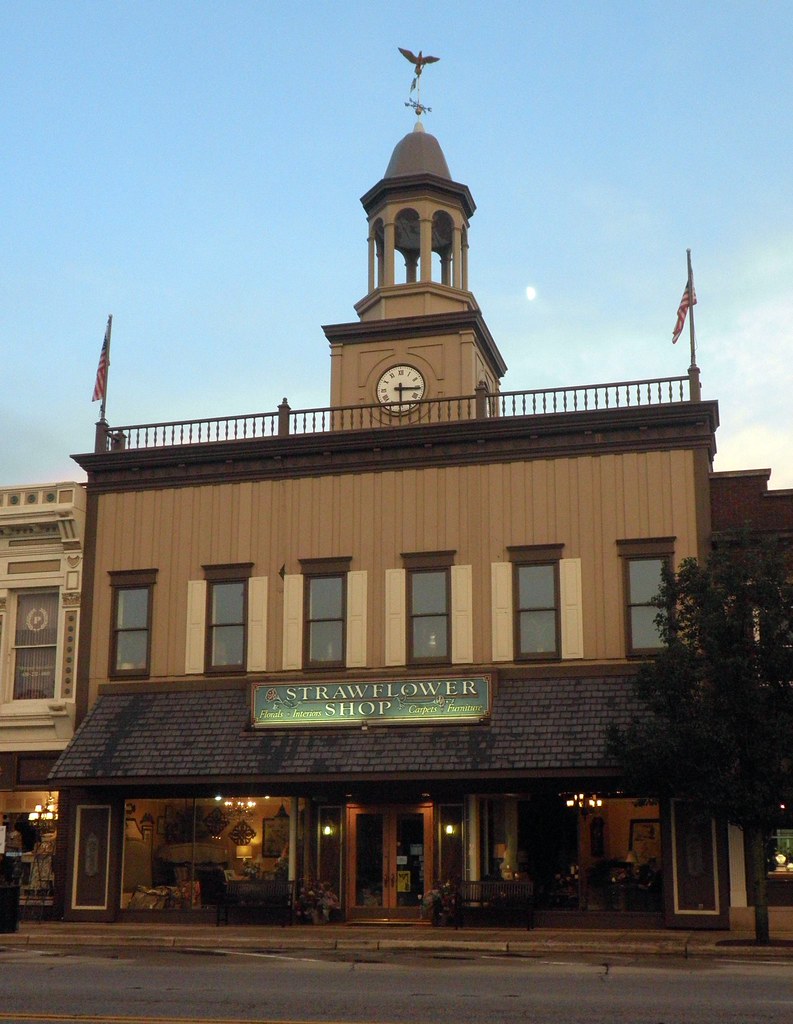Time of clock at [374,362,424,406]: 3:29
